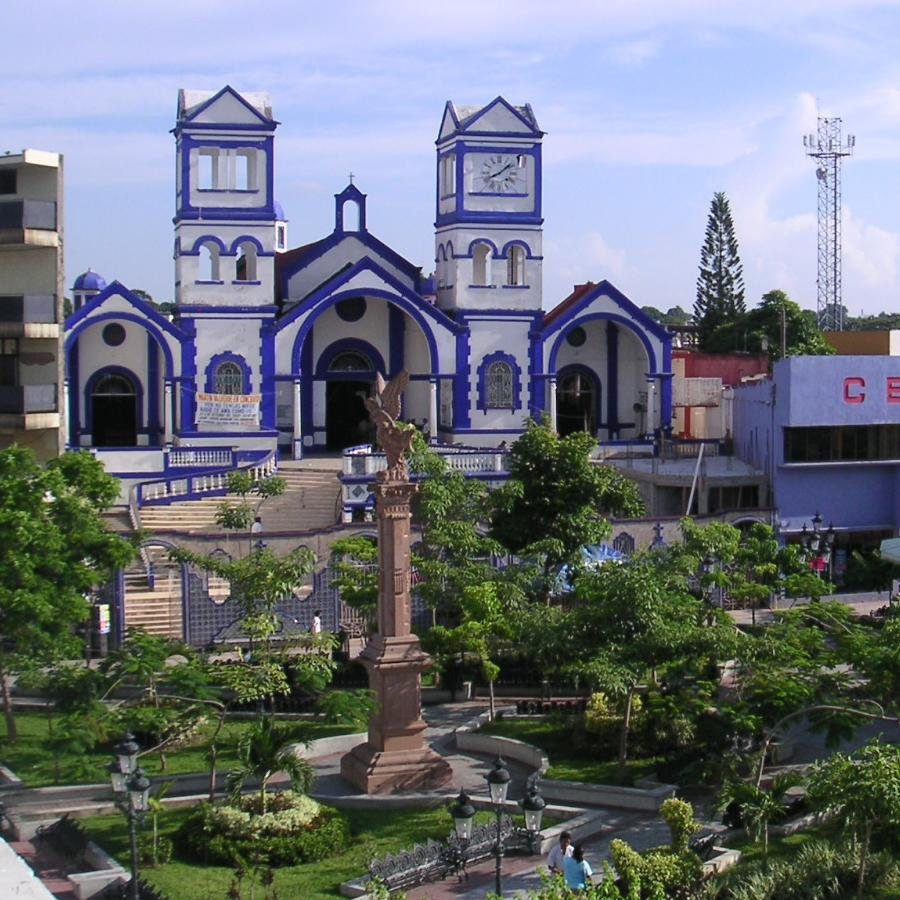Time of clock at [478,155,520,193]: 8:07
